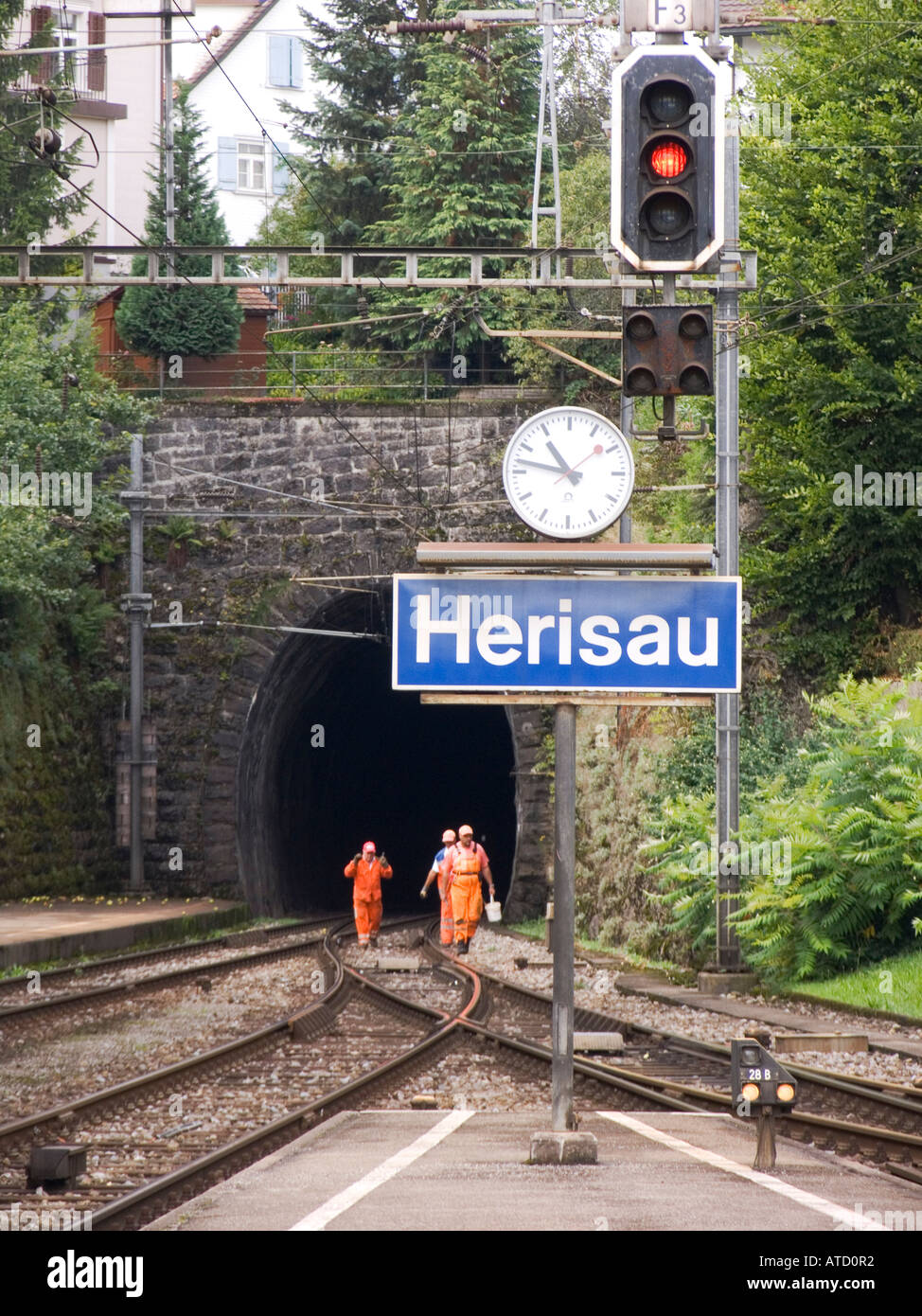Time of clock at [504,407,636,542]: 10:47
